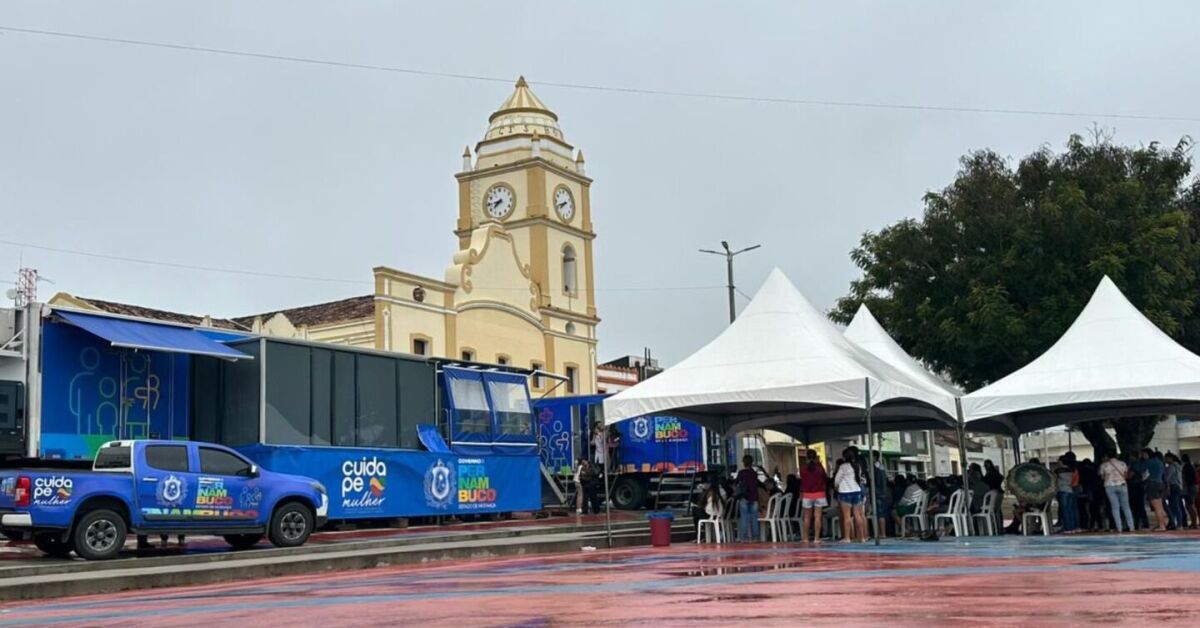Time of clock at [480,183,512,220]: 7:44
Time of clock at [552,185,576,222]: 7:41
